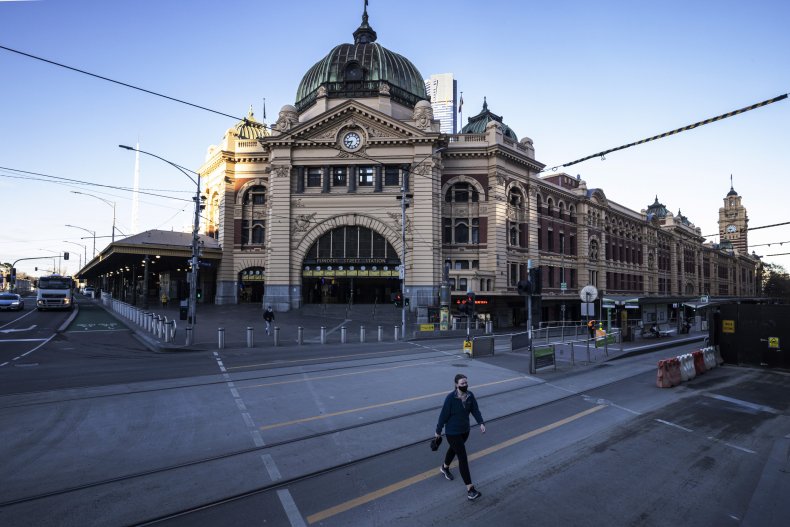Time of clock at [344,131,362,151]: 8:34
